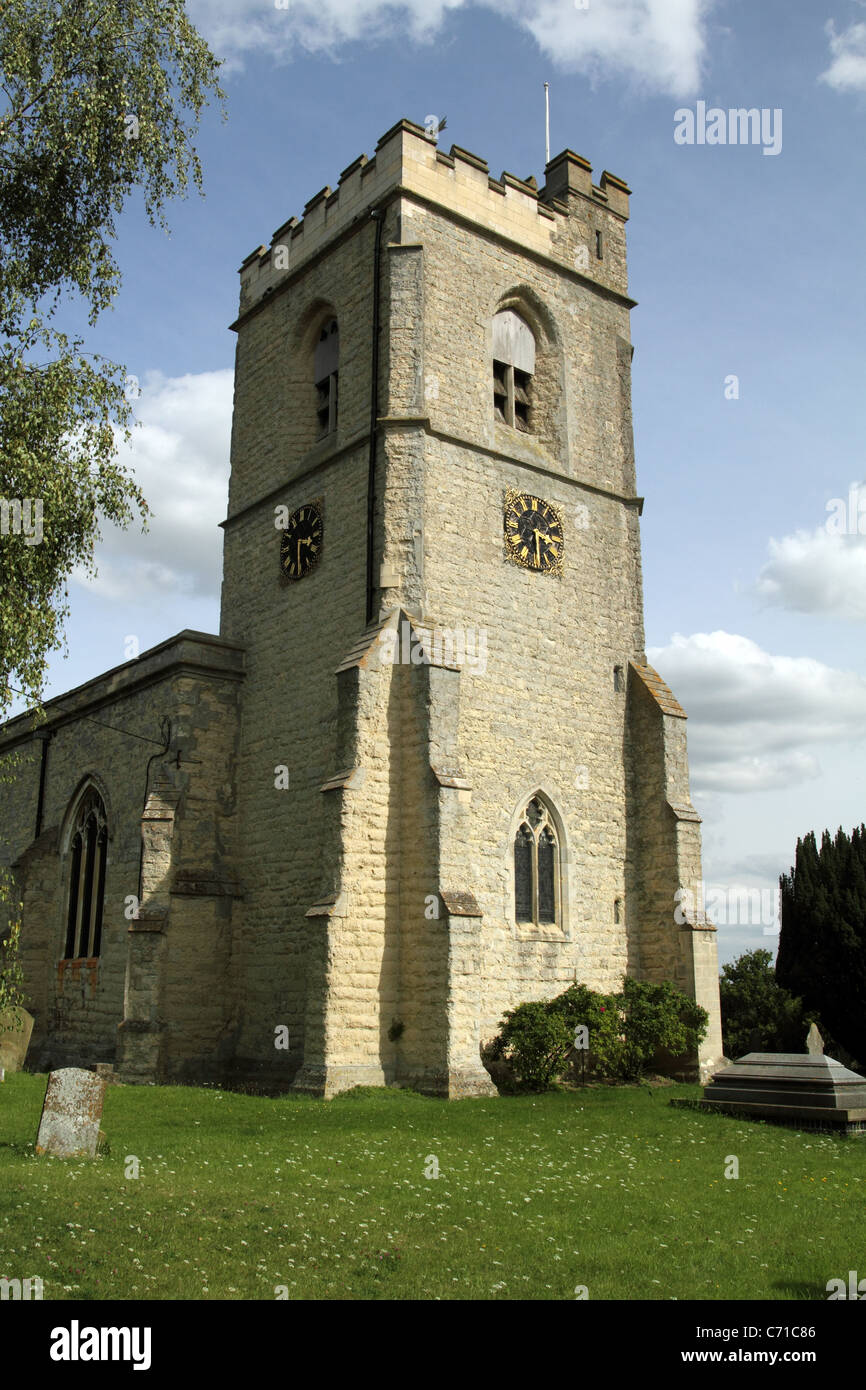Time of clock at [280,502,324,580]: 3:29
